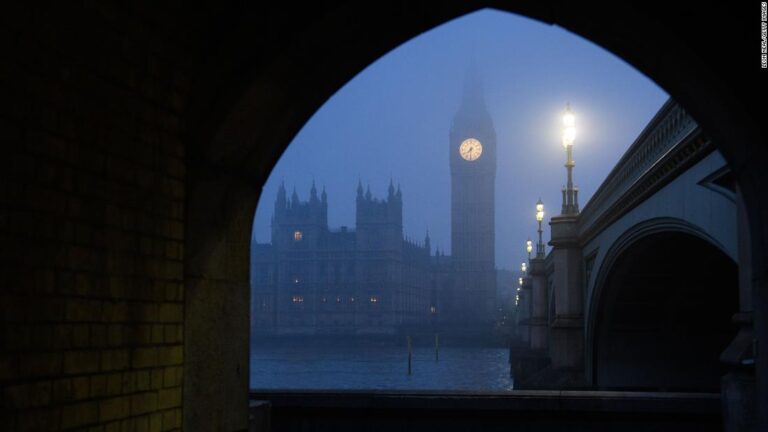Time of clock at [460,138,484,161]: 7:30
